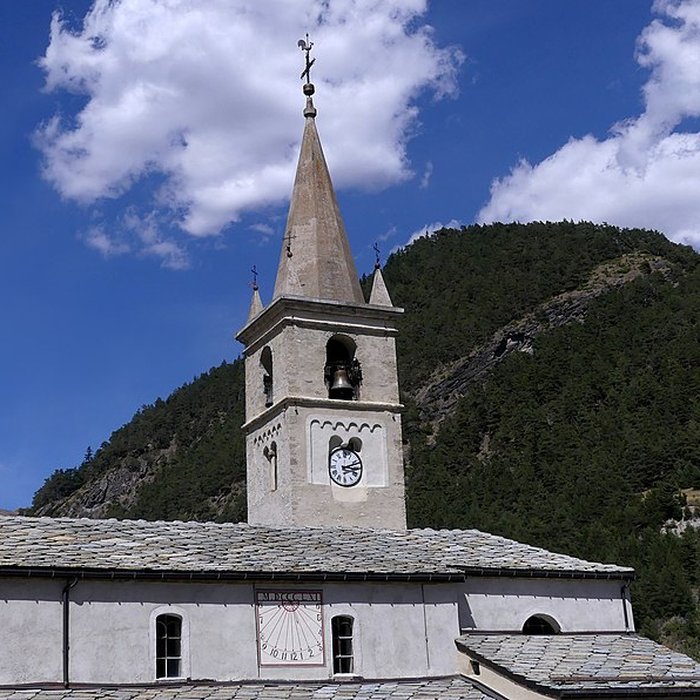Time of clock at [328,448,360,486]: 3:11
